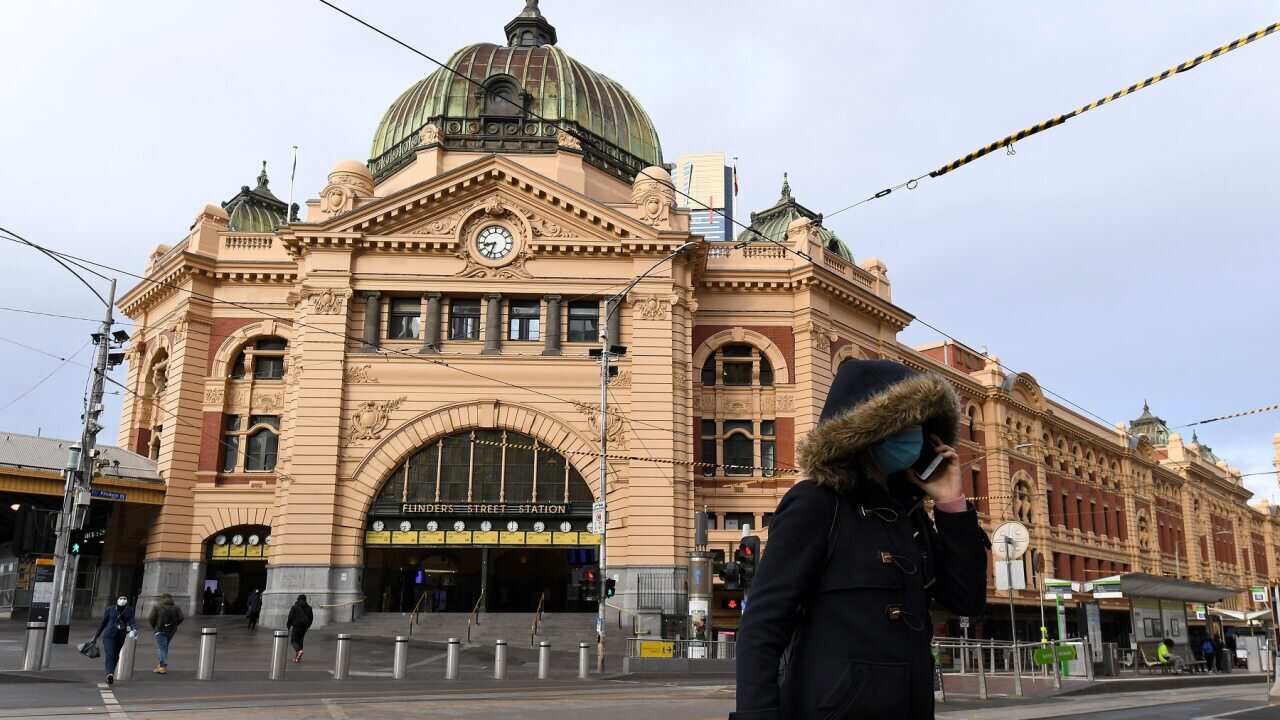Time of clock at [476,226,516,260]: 8:32
